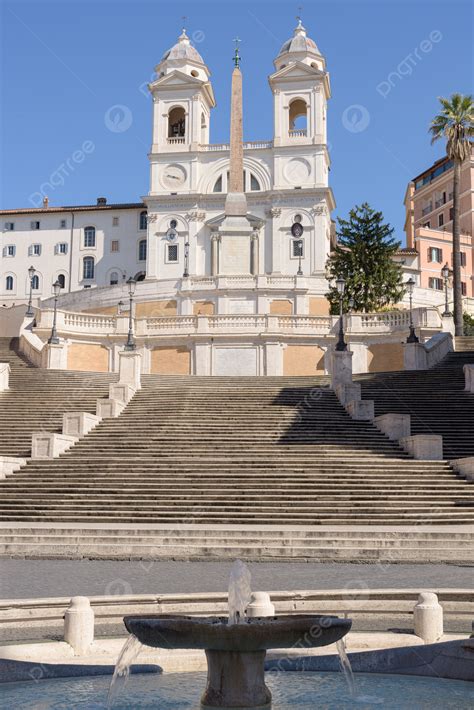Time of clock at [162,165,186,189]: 3:47
